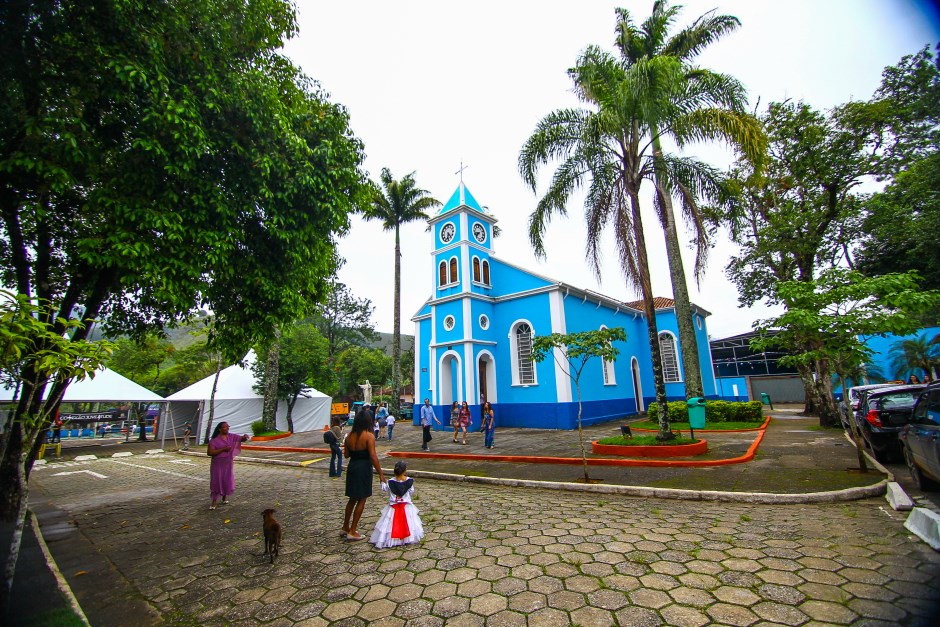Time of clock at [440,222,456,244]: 6:23
